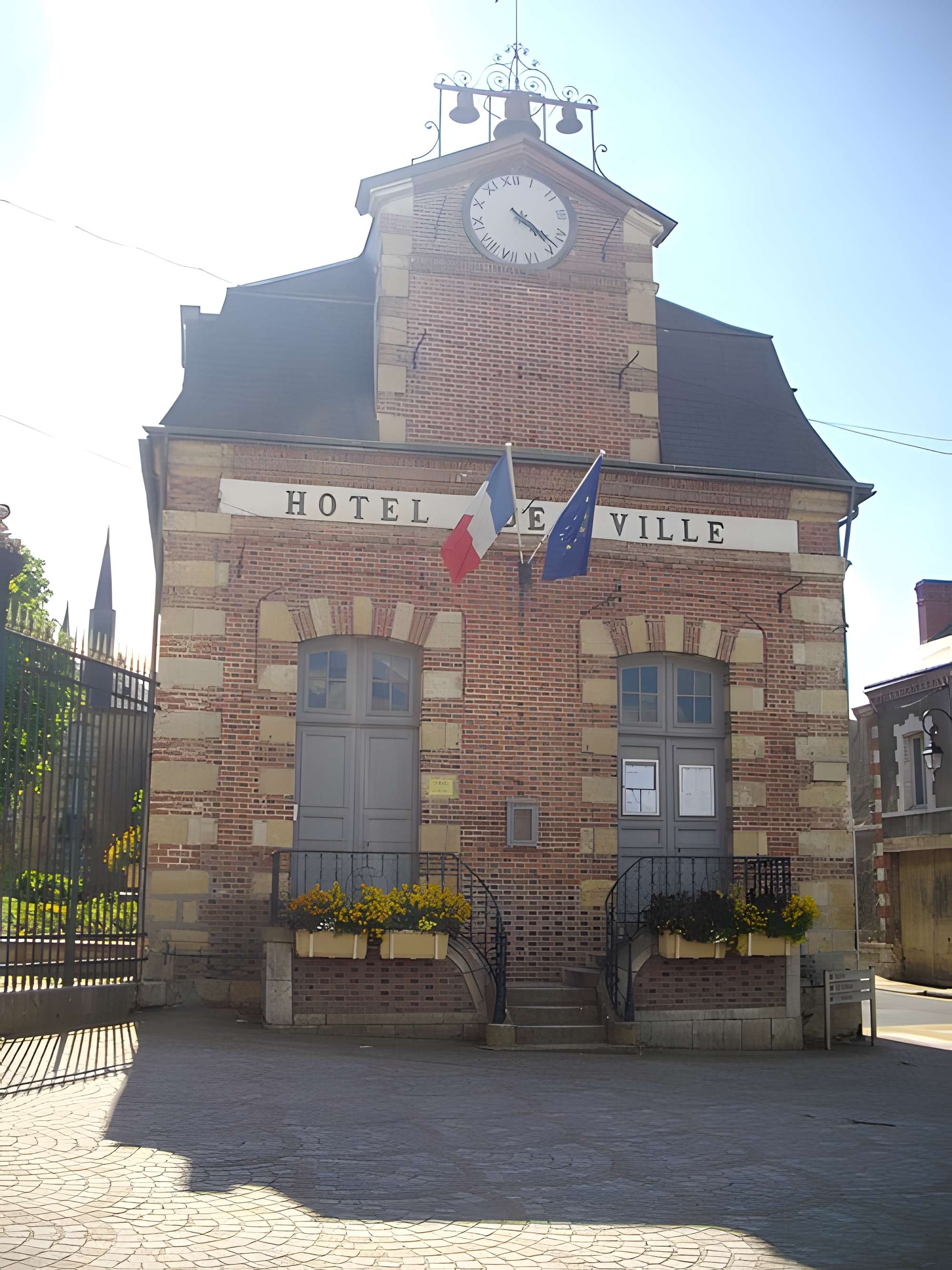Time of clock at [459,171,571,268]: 4:23
